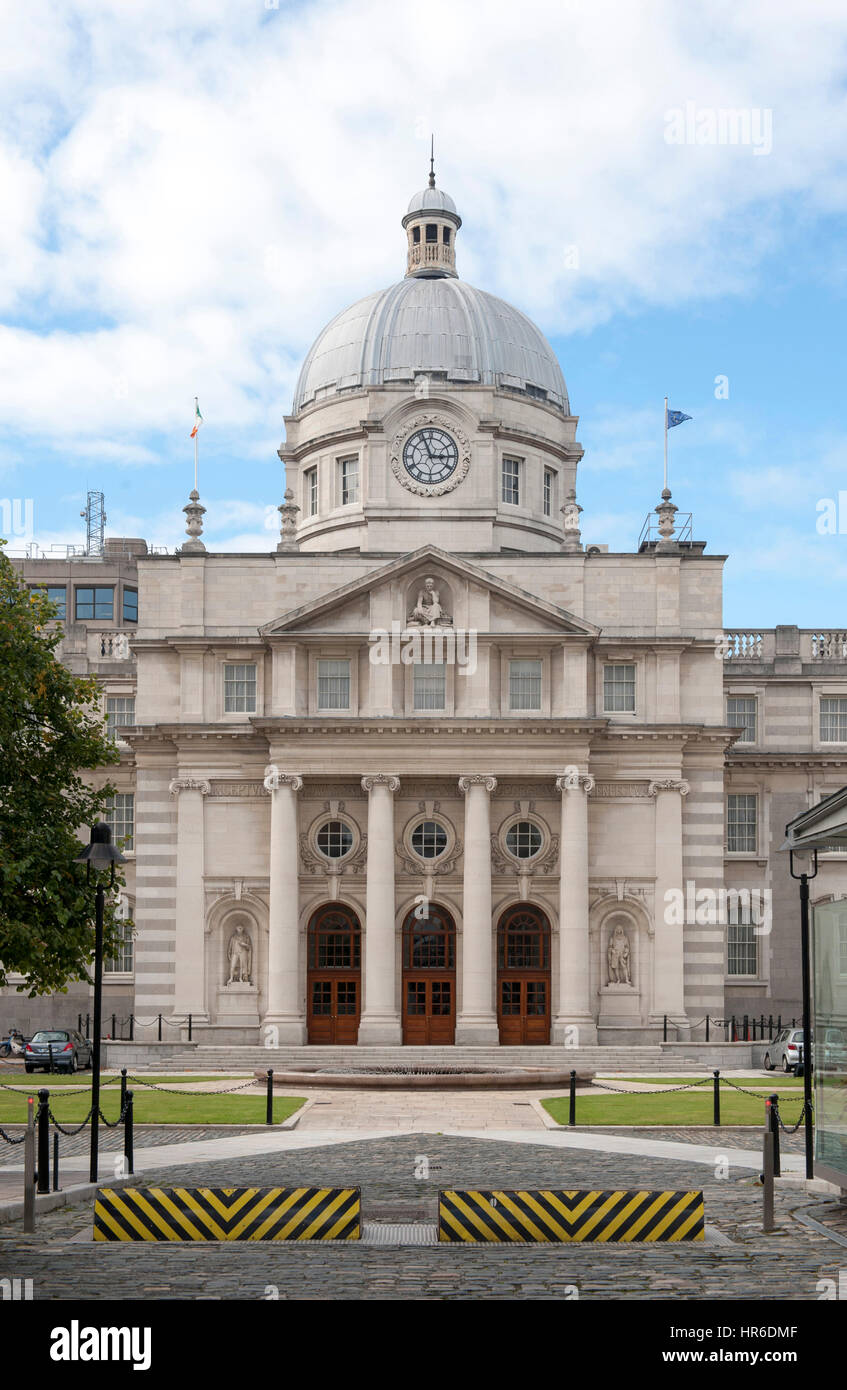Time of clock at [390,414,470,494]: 2:56
